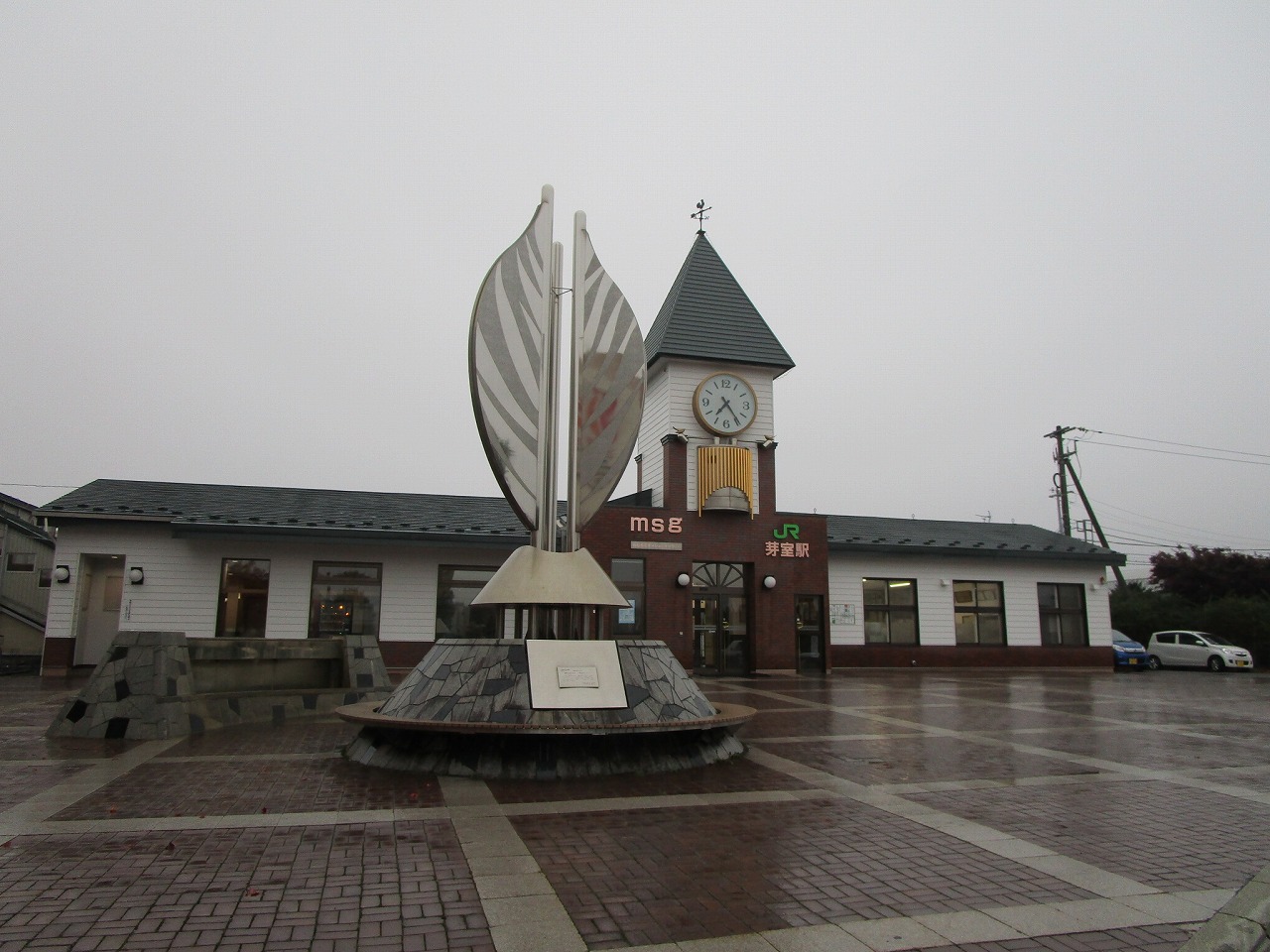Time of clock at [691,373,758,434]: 7:24
